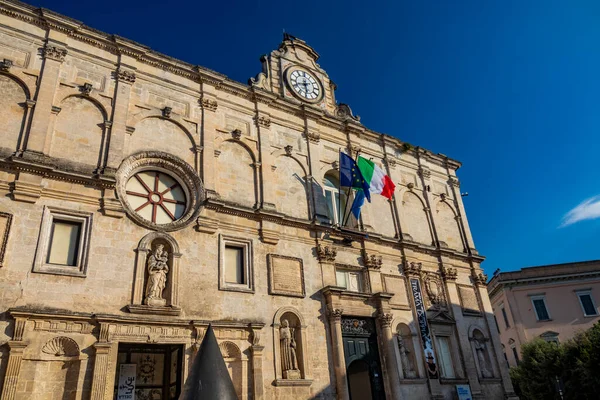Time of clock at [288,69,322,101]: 5:41
